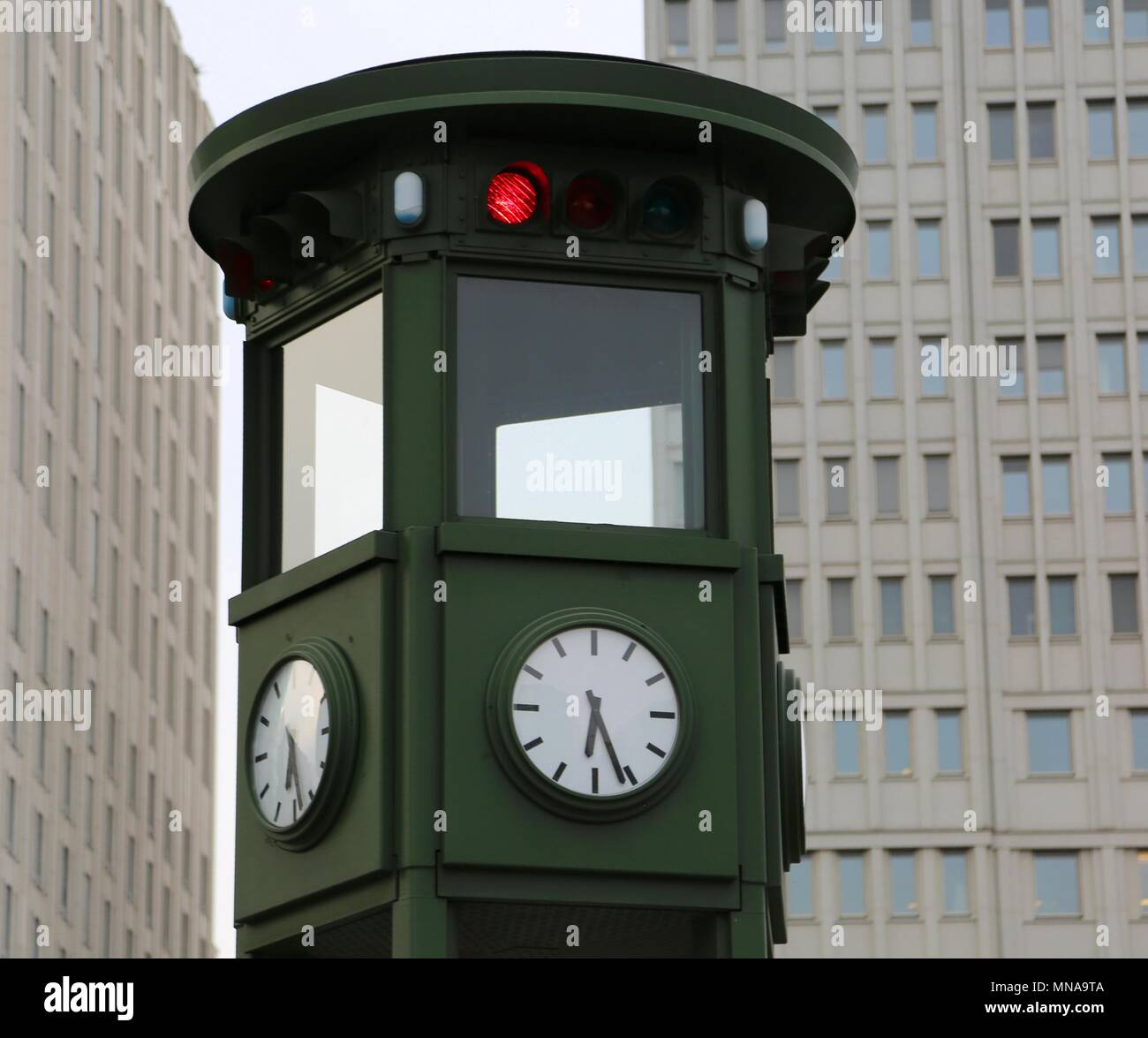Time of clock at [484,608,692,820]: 6:26
